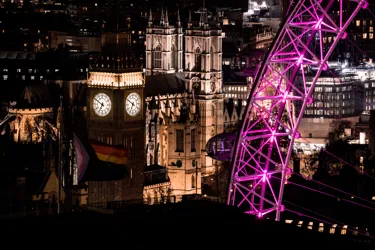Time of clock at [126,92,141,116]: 6:50
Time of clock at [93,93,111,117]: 6:50
